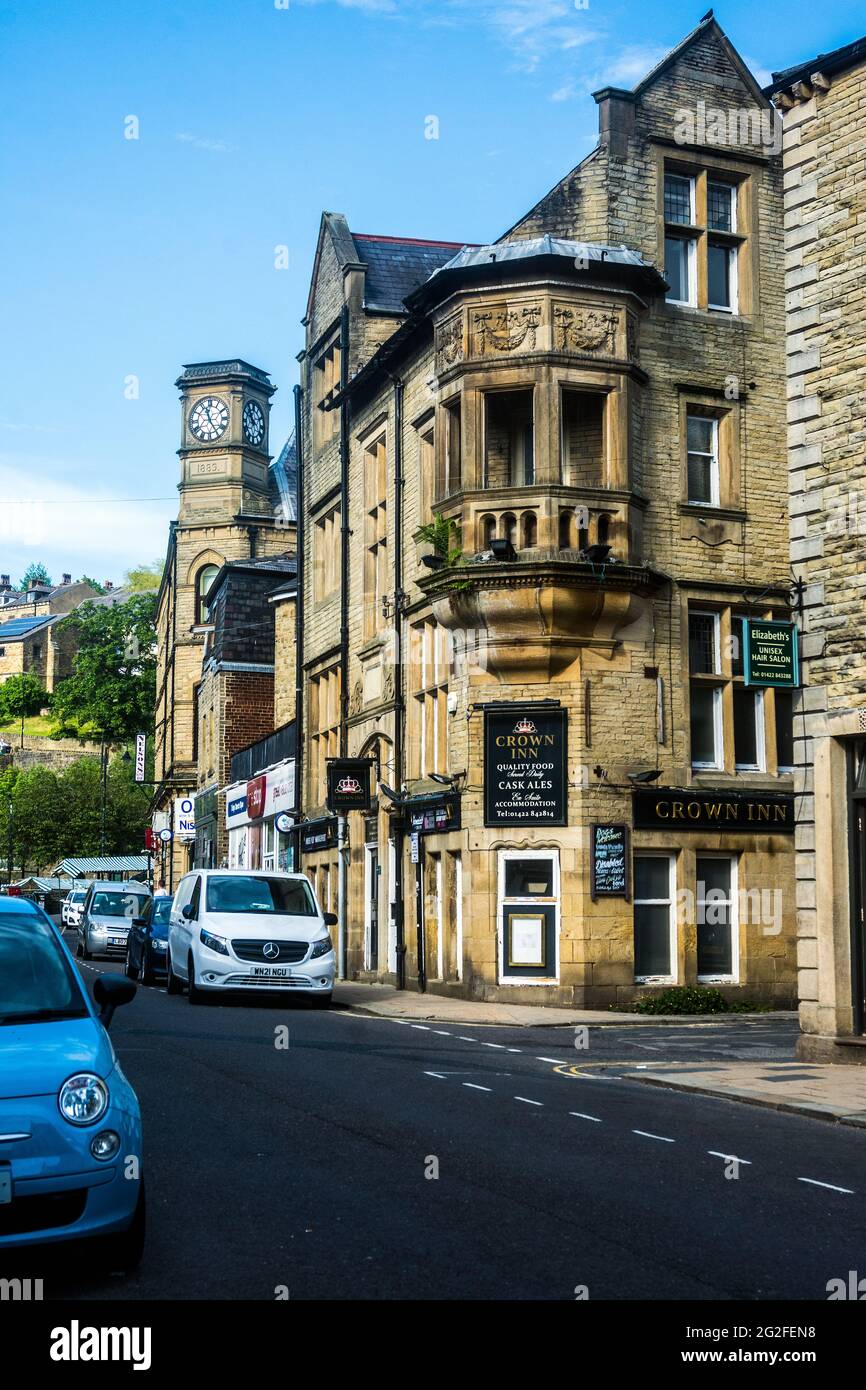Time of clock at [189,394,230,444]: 11:24
